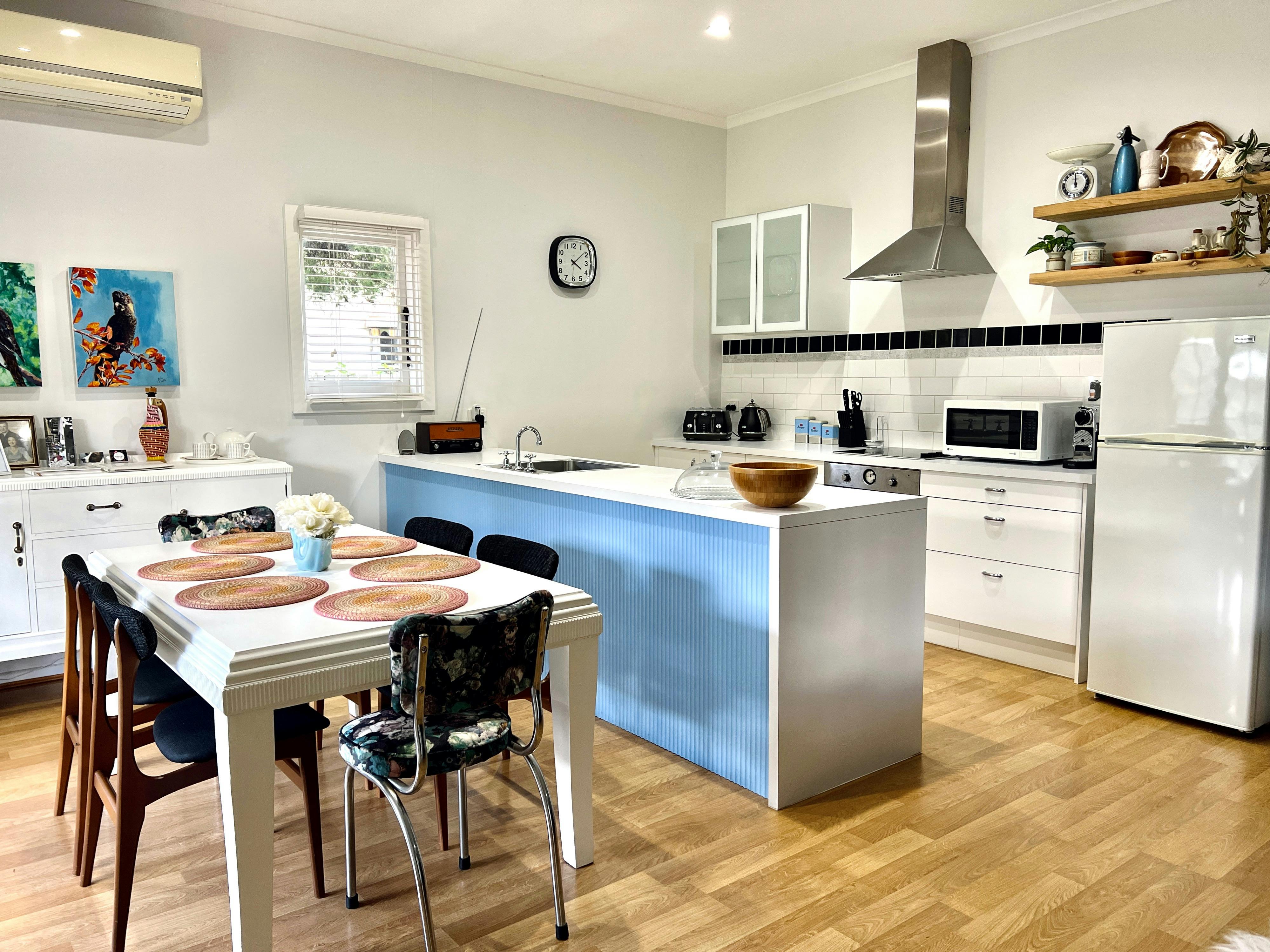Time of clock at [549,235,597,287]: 4:08
